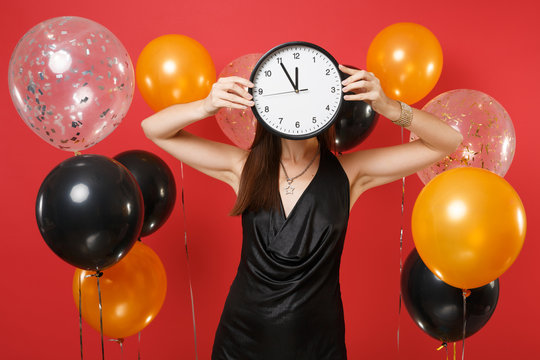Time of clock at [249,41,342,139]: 11:54
